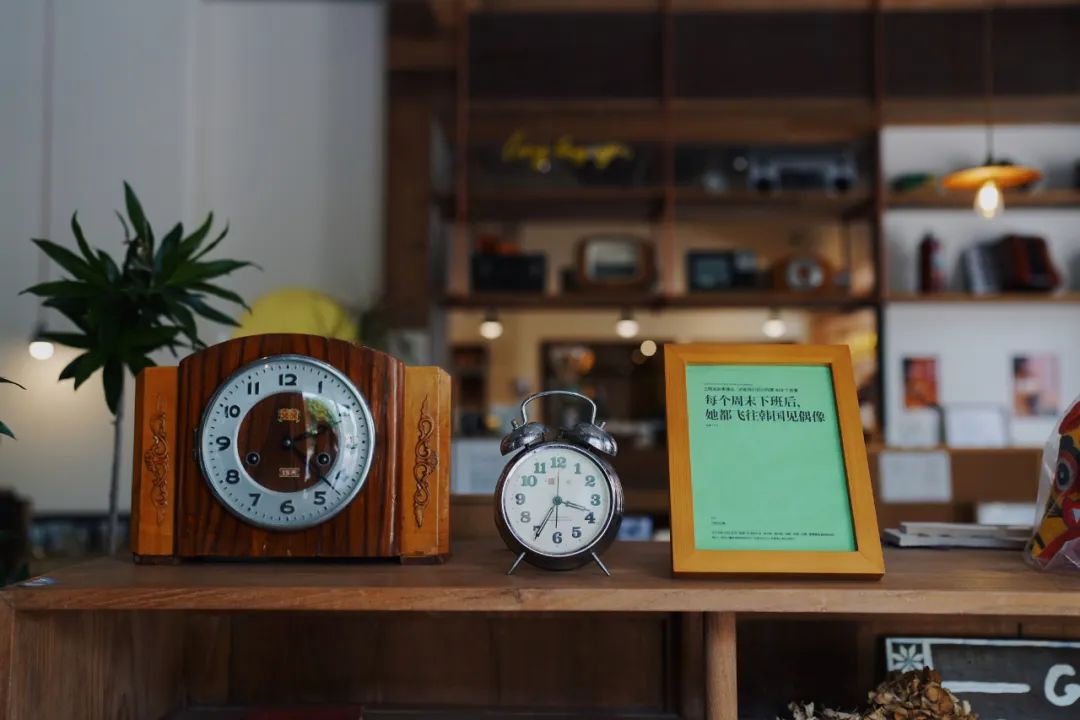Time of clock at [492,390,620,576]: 3:34
